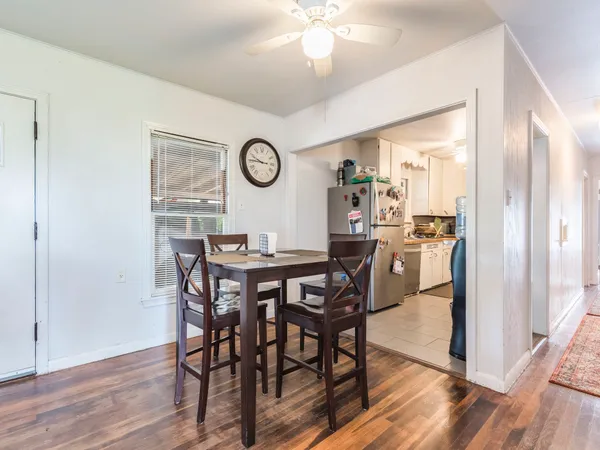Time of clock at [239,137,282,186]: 9:45
